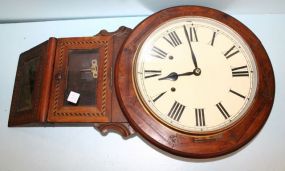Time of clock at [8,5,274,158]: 11:43
